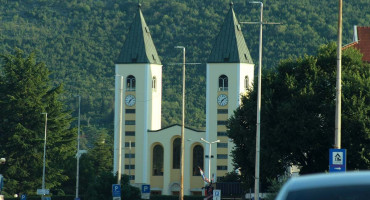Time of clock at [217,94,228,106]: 7:08
